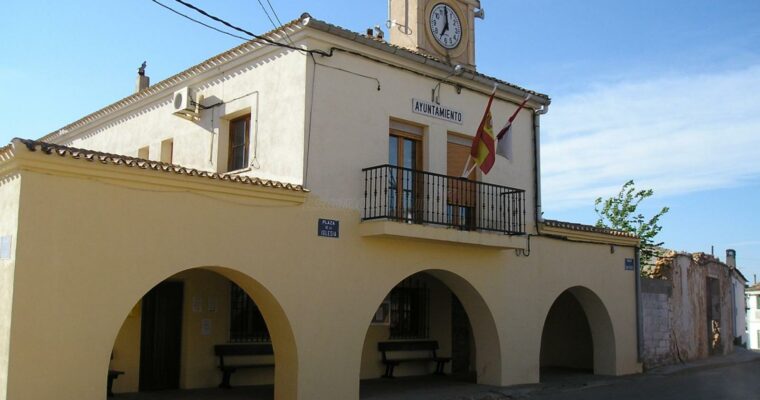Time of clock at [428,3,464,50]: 6:59
